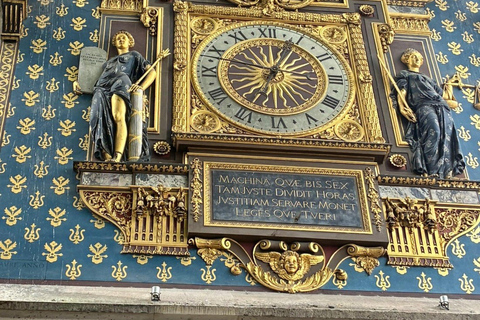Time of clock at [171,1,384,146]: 12:48
